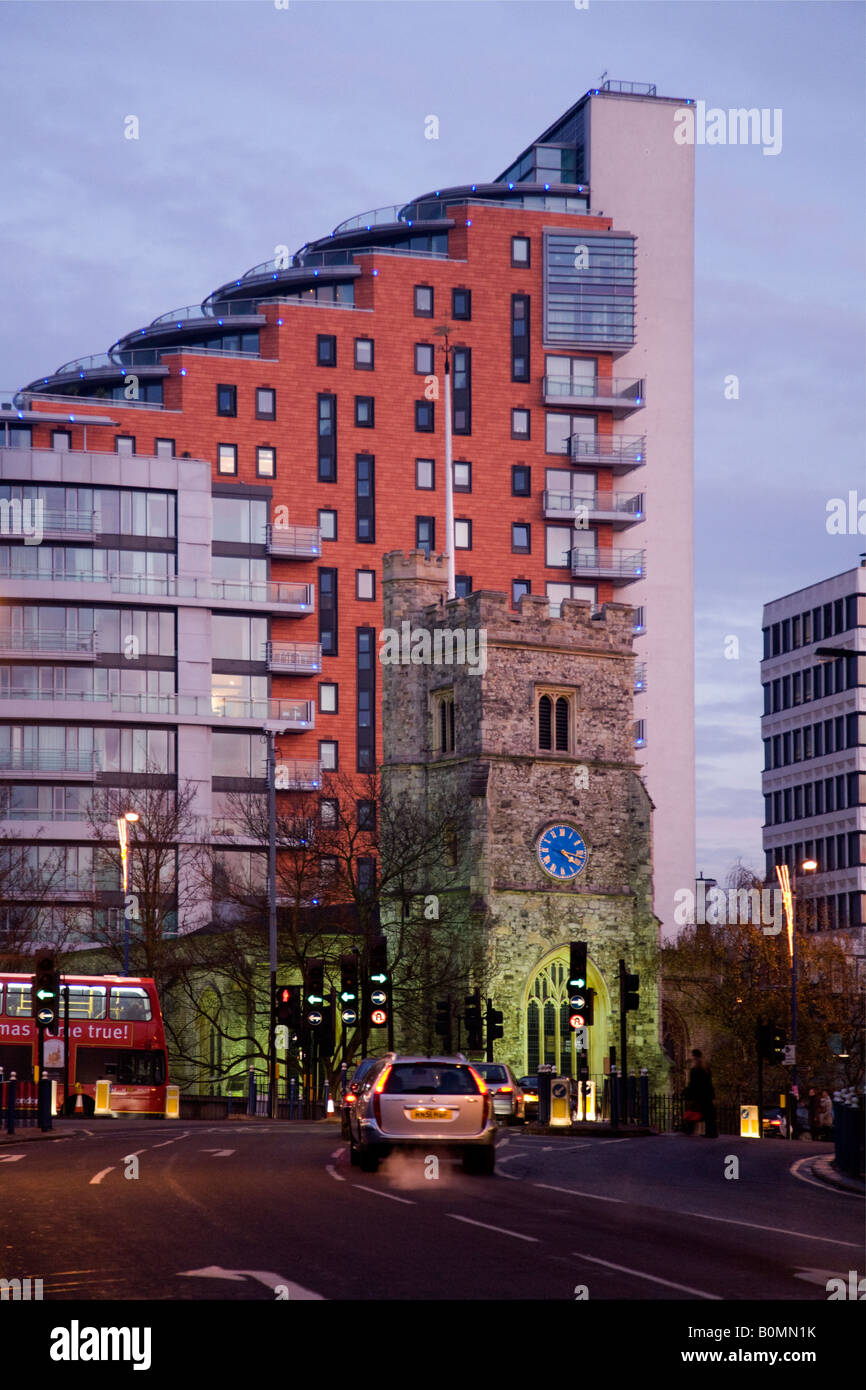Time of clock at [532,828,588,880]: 4:17
